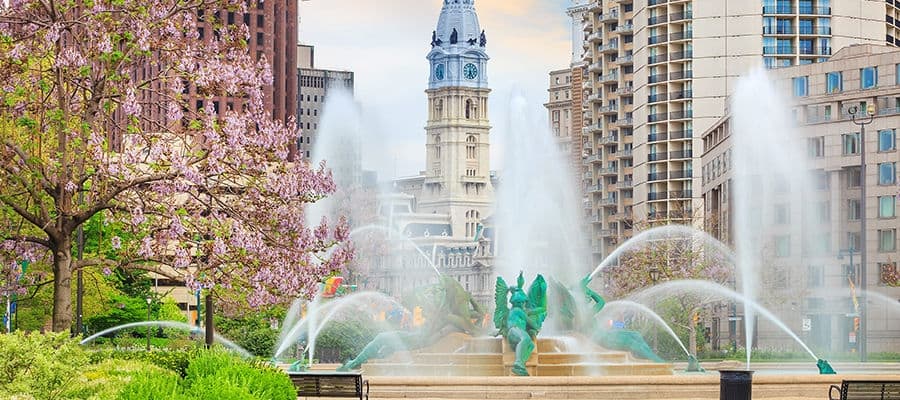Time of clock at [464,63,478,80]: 6:26
